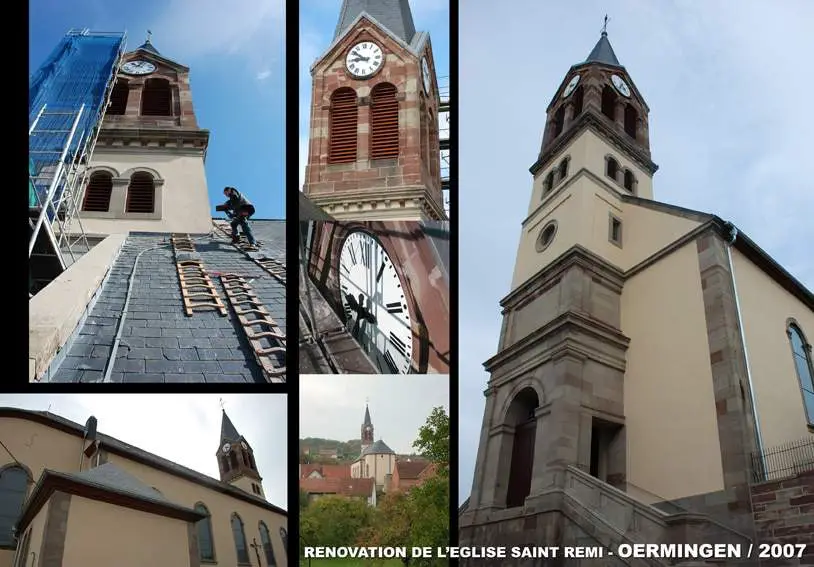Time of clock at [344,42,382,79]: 8:51
